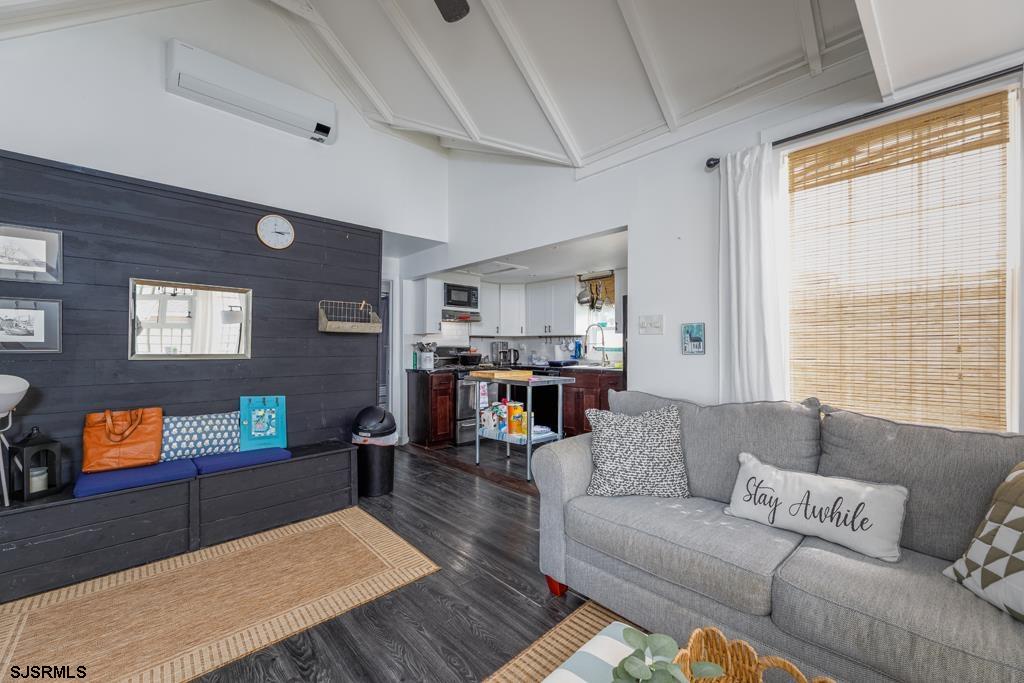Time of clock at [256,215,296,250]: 3:13
